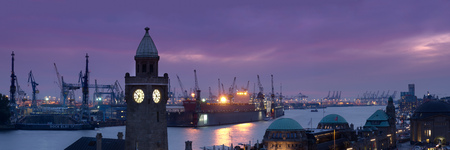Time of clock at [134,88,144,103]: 6:52
